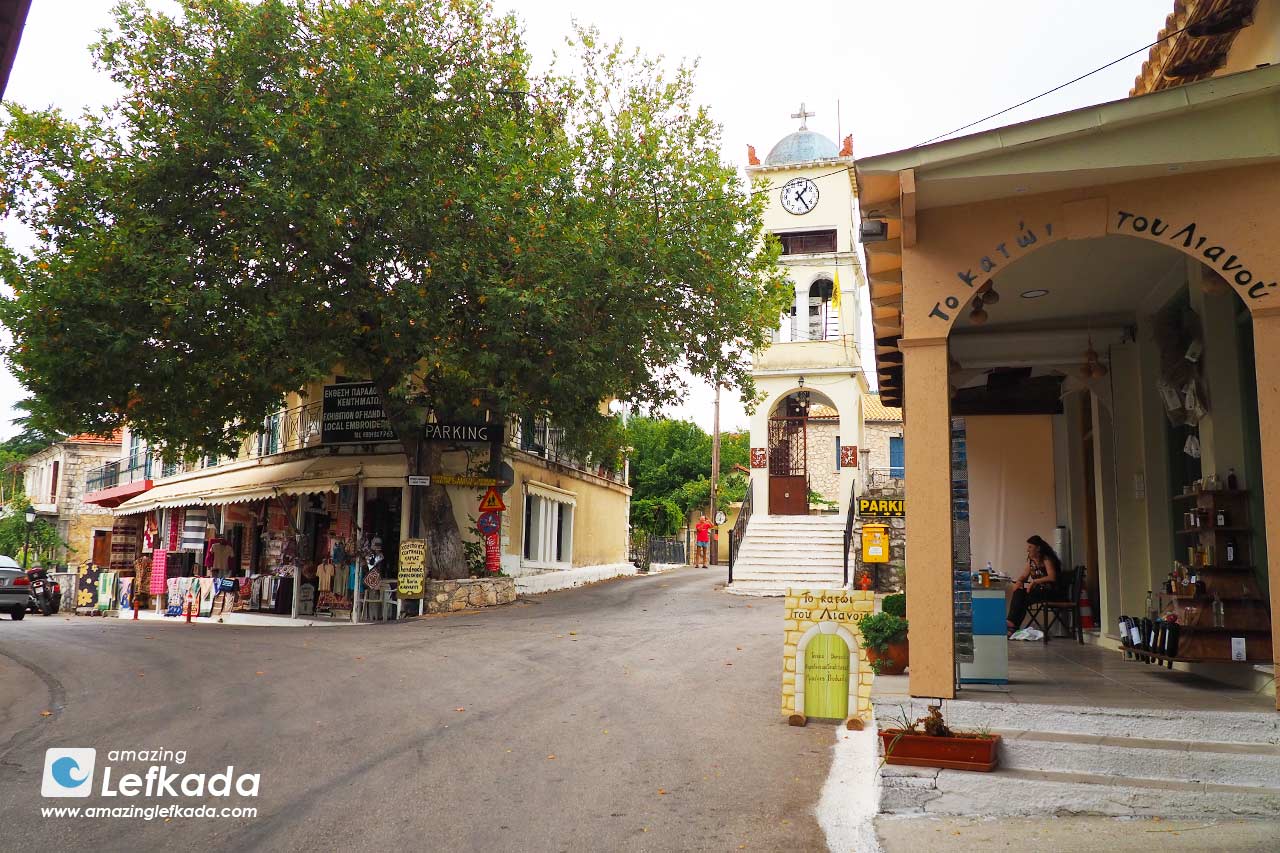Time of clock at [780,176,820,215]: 1:24
